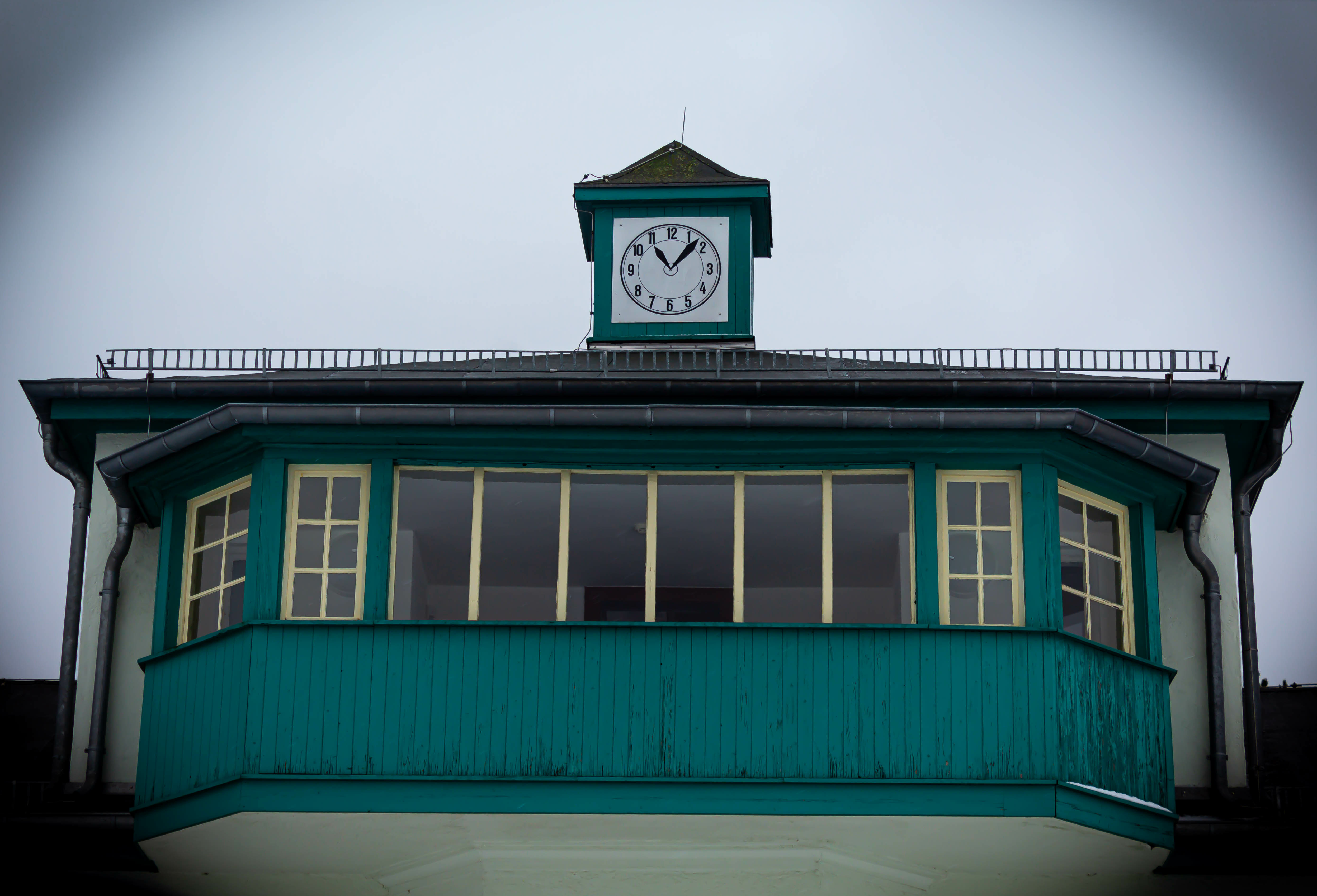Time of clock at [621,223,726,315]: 11:07
